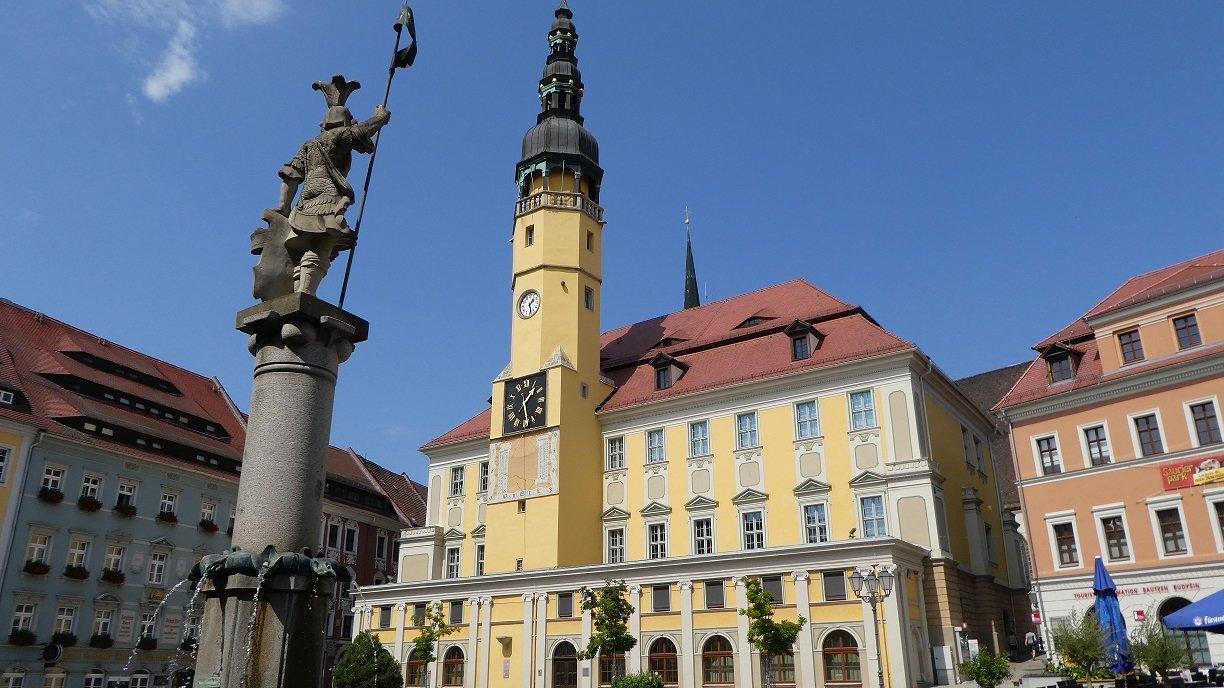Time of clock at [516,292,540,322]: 1:28
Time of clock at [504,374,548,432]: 1:28
